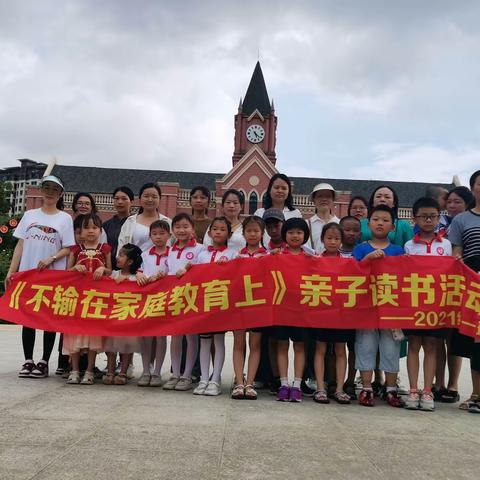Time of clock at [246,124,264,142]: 5:21
